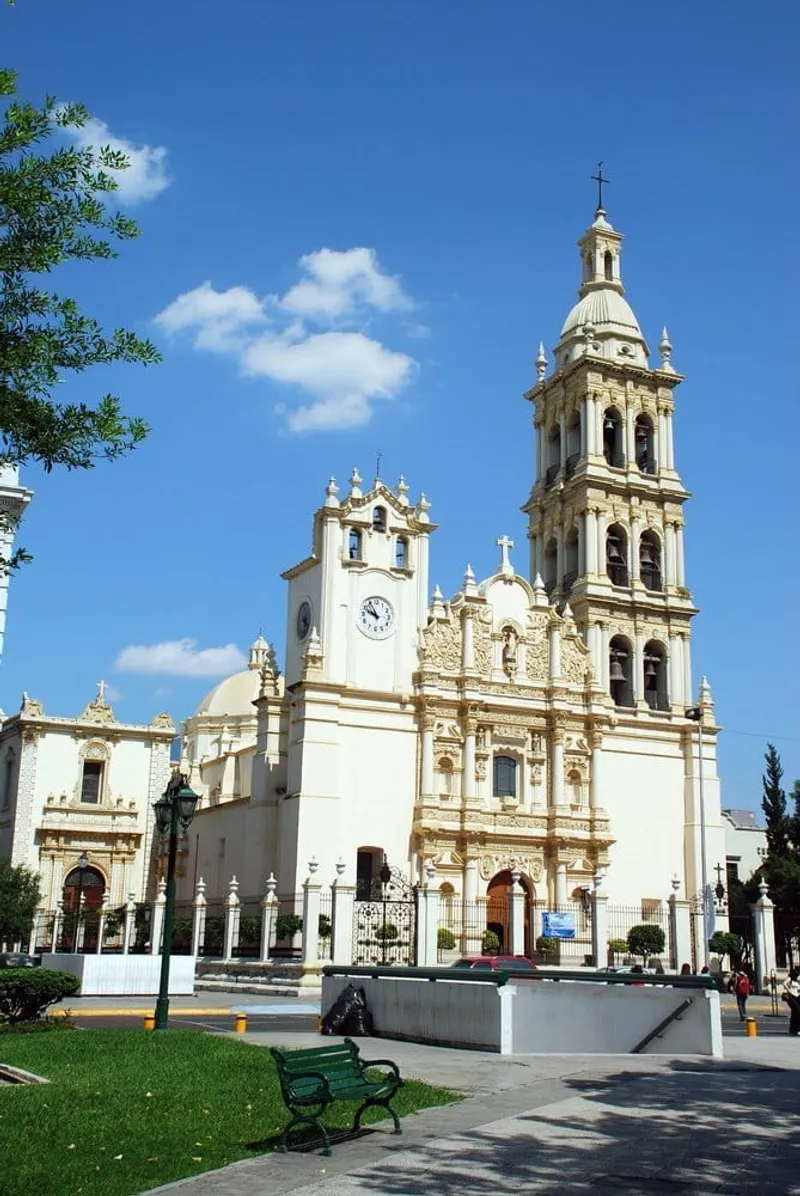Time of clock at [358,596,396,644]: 9:55
